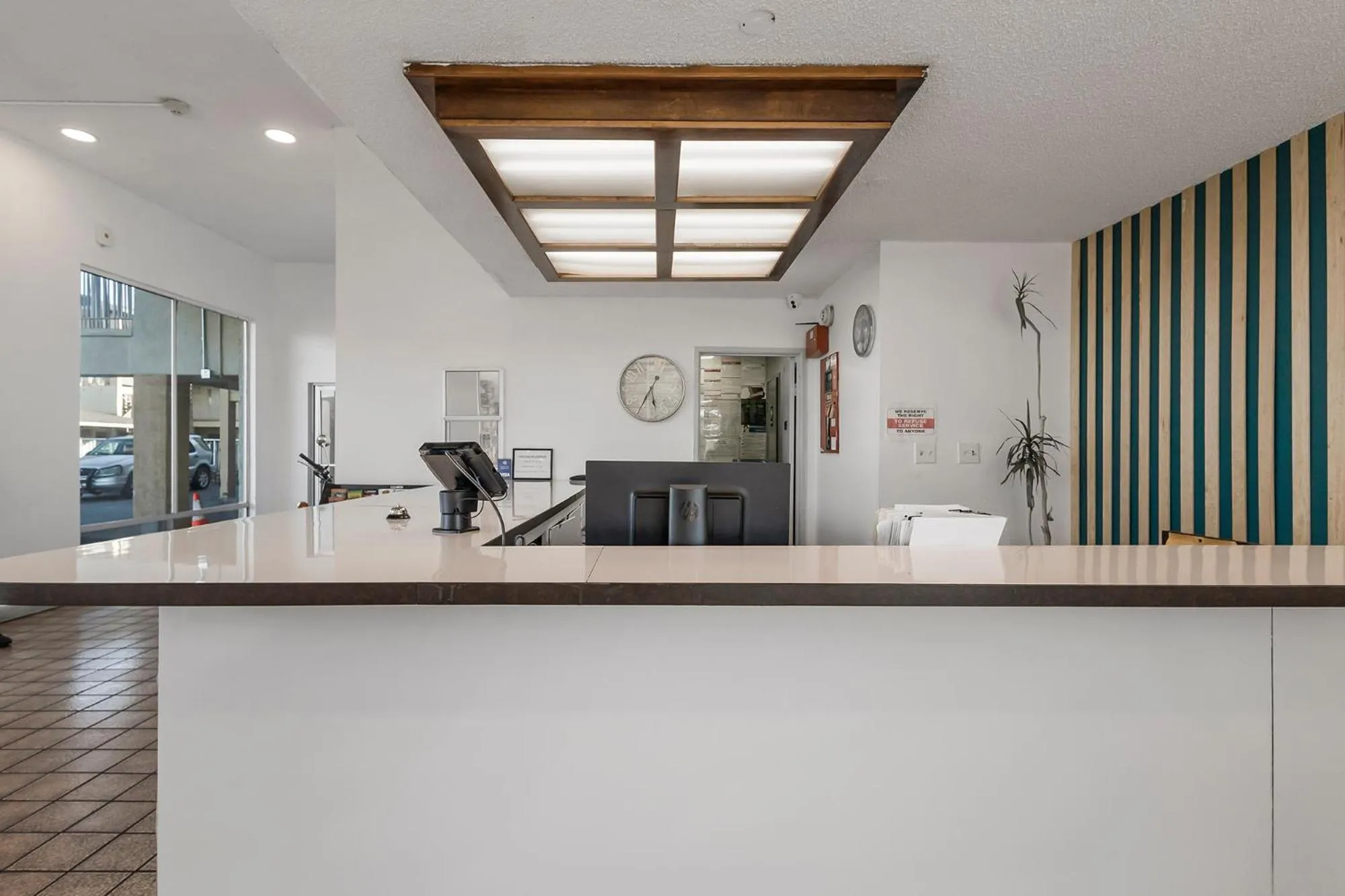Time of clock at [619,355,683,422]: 5:35
